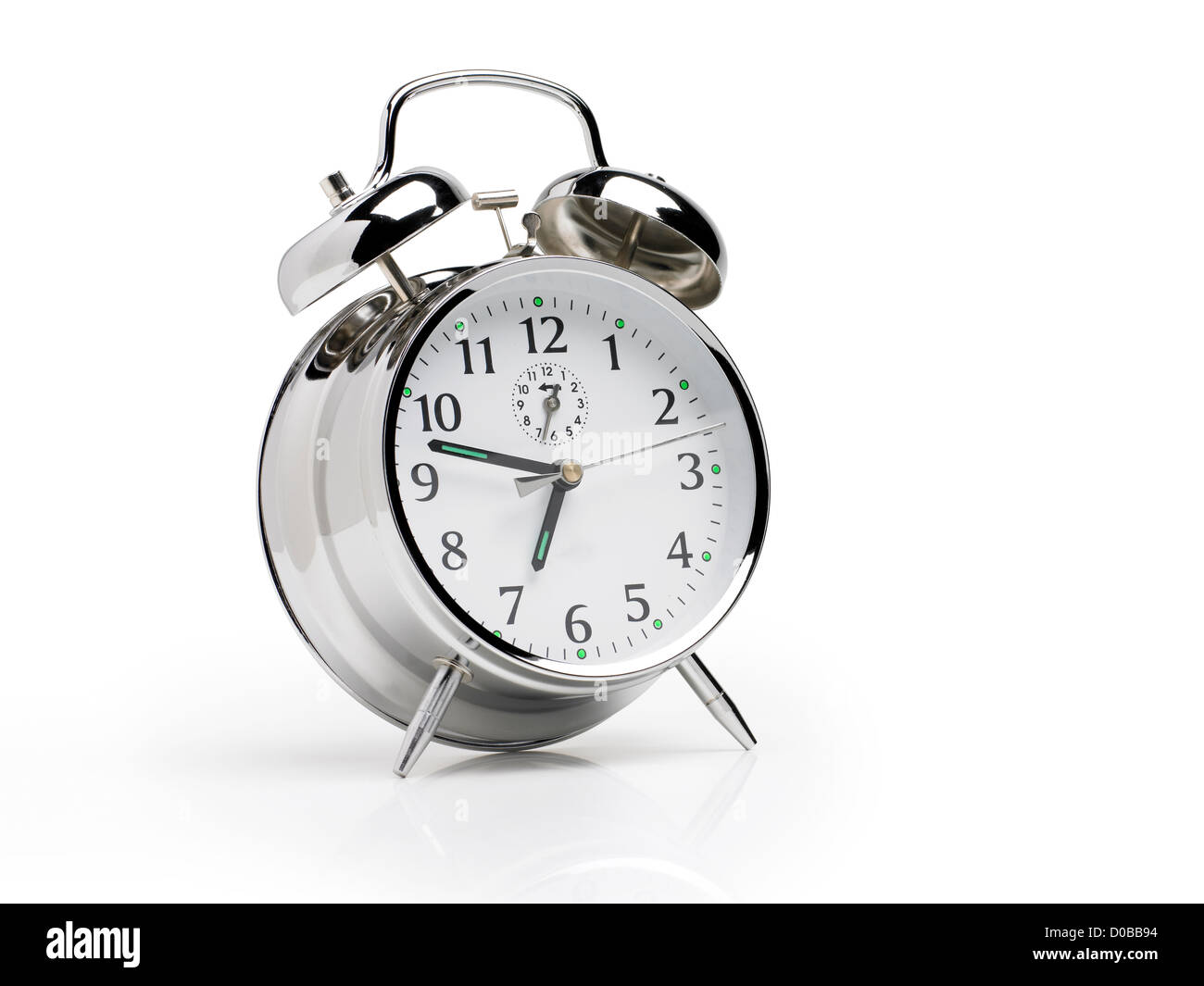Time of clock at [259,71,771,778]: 6:47
